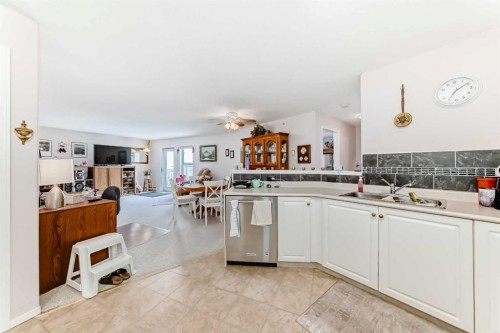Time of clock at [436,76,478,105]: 7:09
